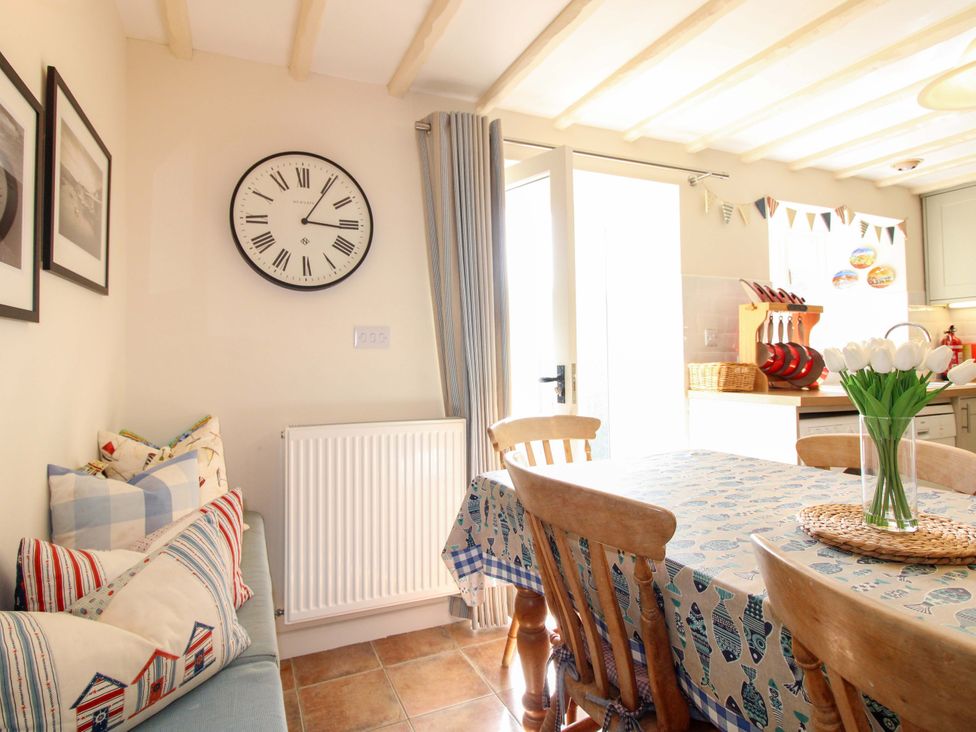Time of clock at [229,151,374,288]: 3:05
